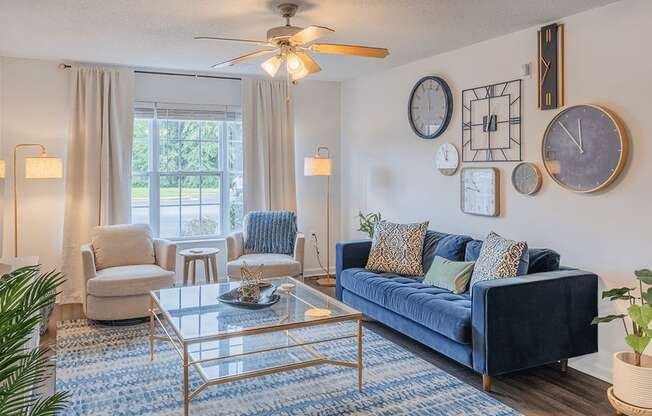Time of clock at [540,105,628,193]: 11:52
